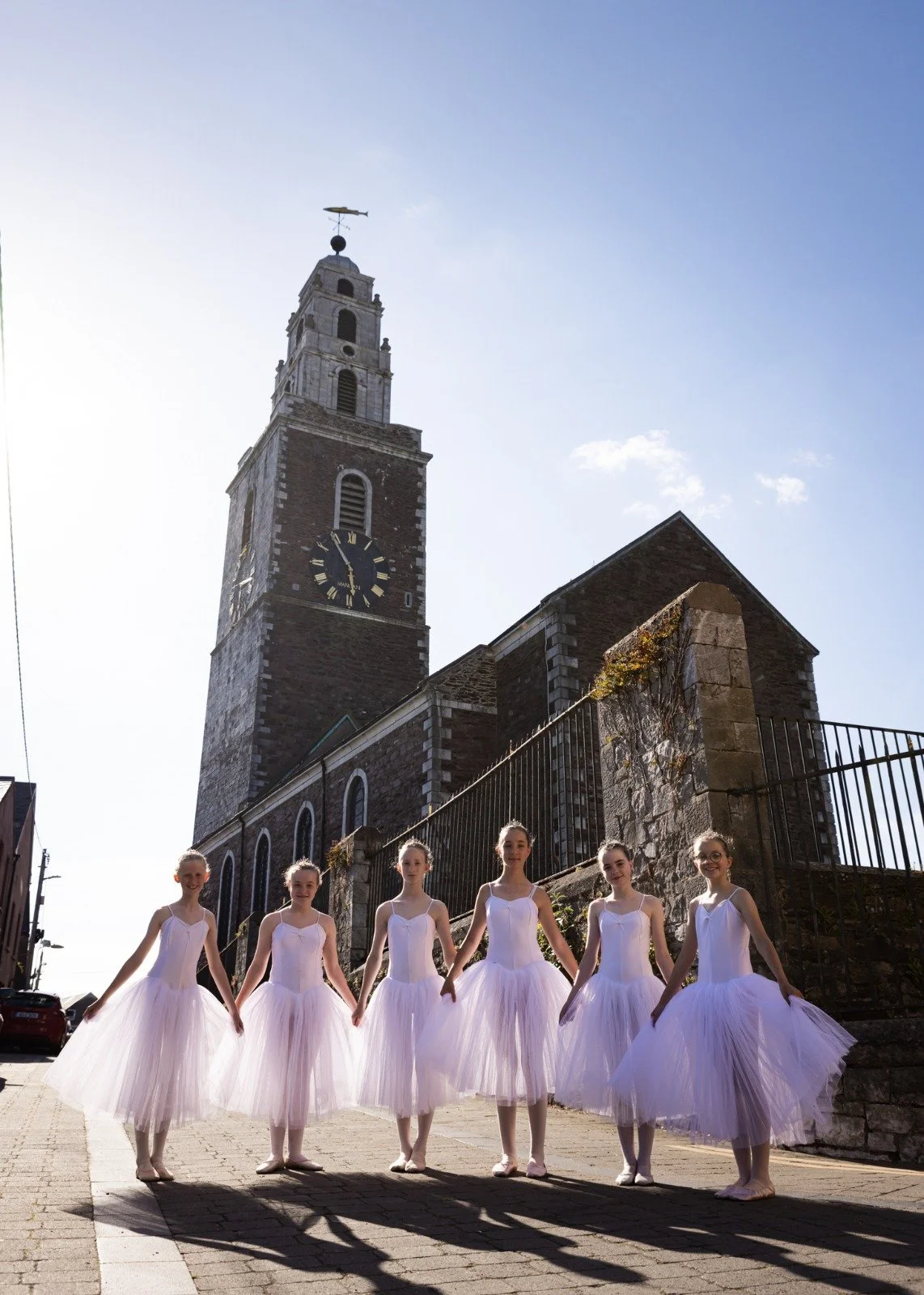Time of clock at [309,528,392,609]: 5:54
